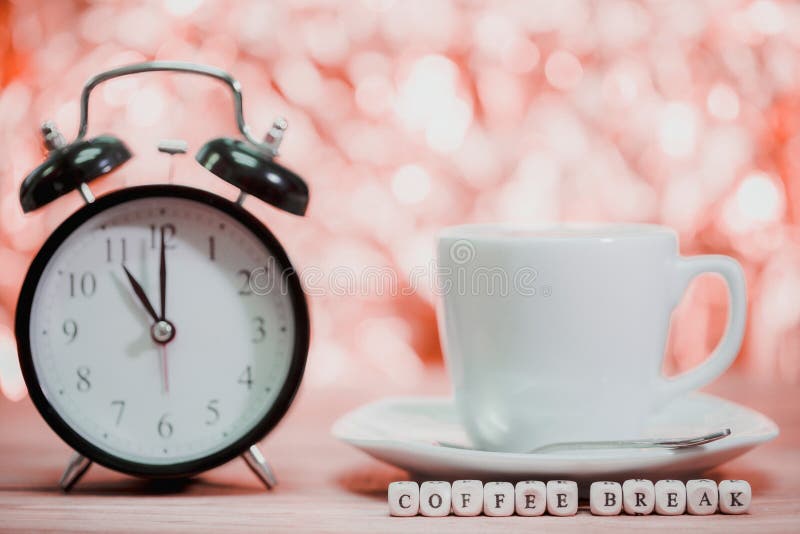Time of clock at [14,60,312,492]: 11:00
